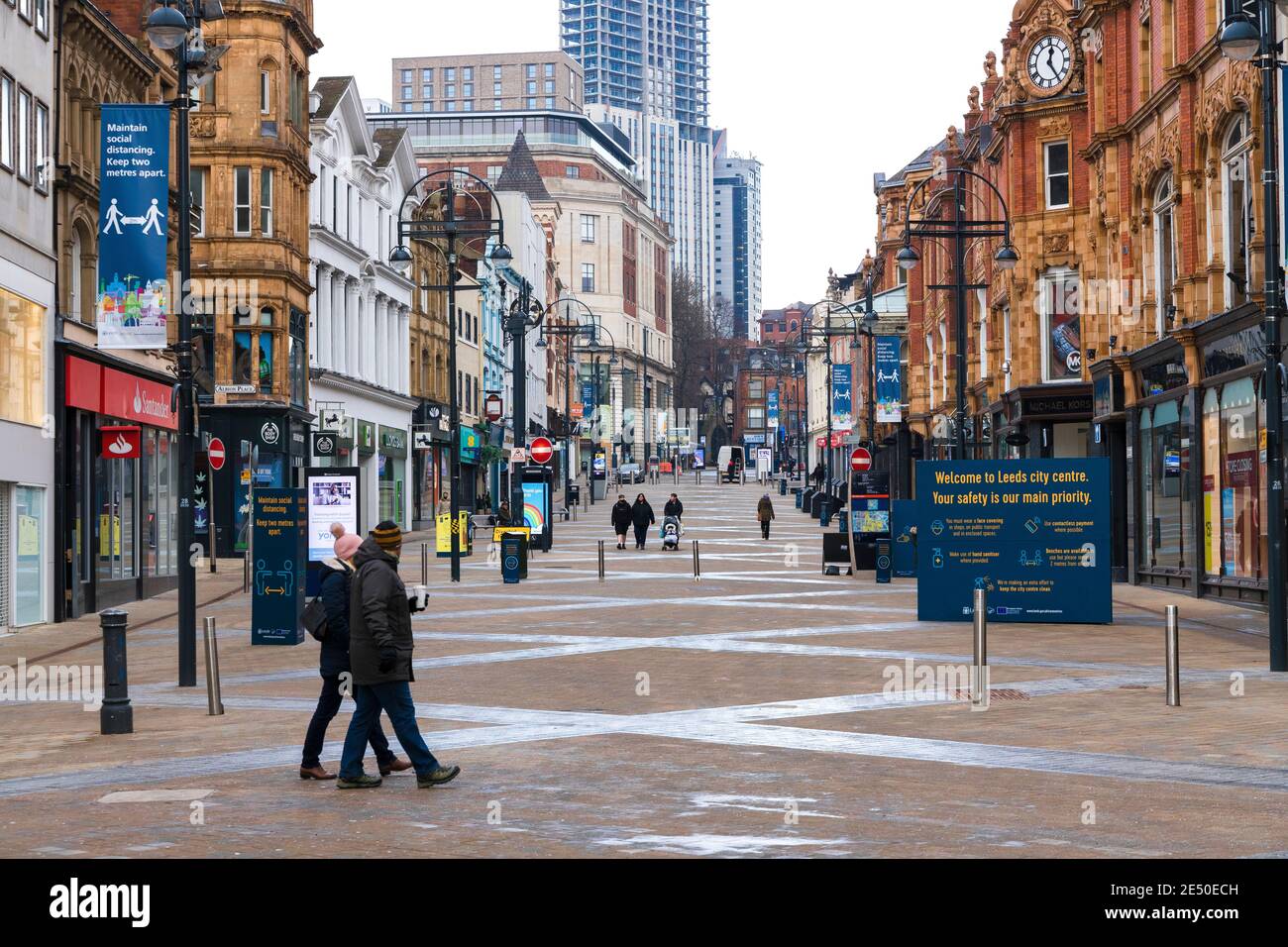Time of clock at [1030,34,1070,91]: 12:24
